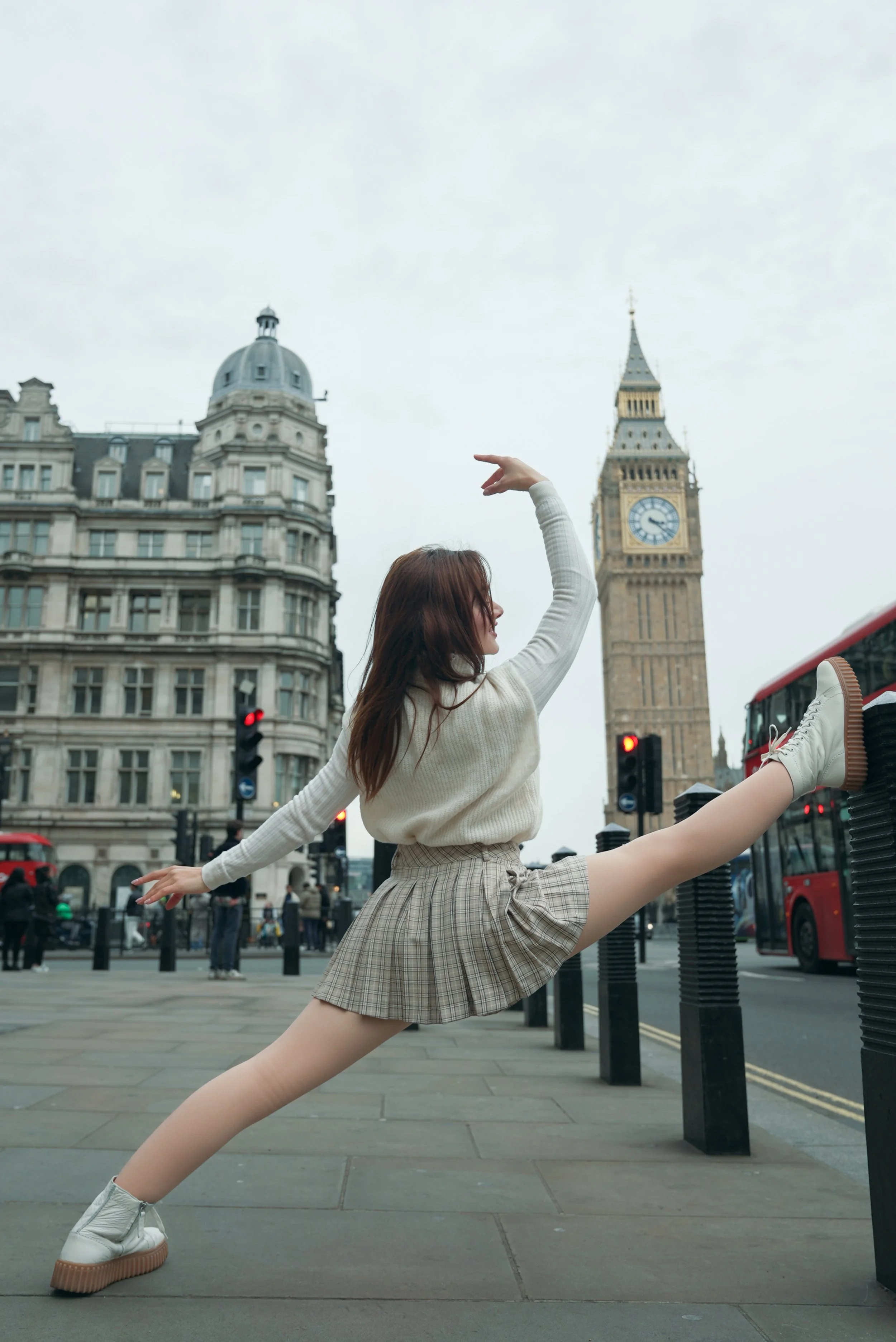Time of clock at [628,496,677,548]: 3:21
